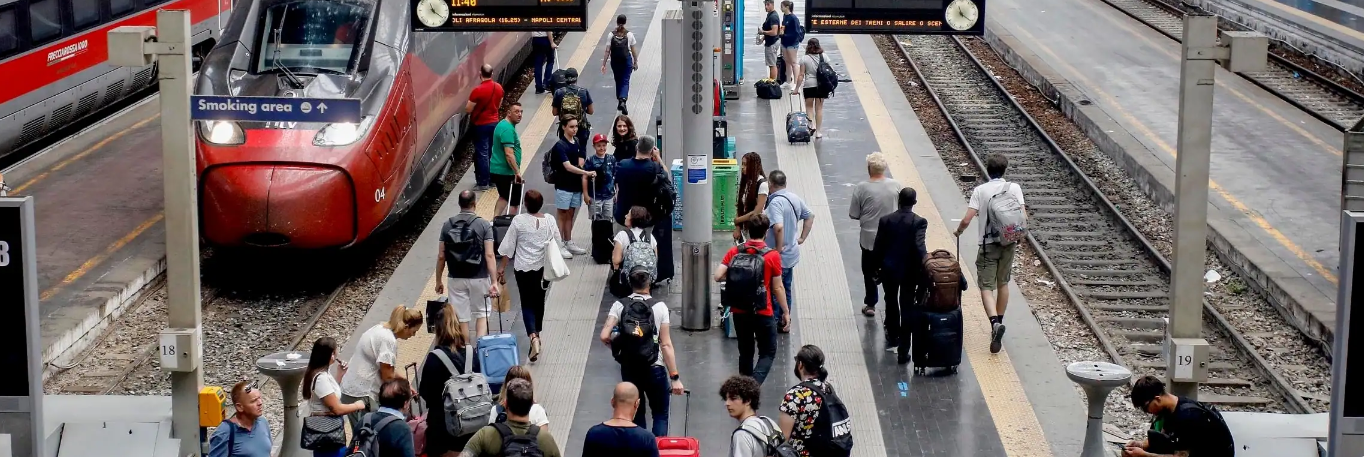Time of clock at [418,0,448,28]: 11:21
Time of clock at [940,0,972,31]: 11:21
